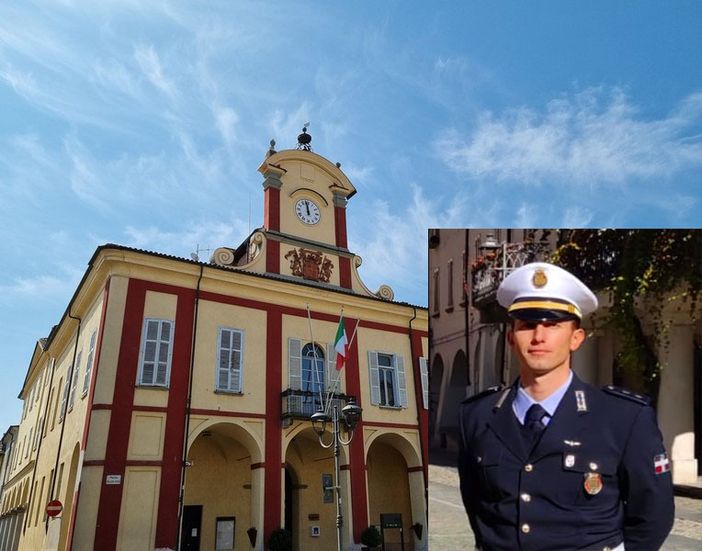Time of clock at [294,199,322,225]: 11:58
